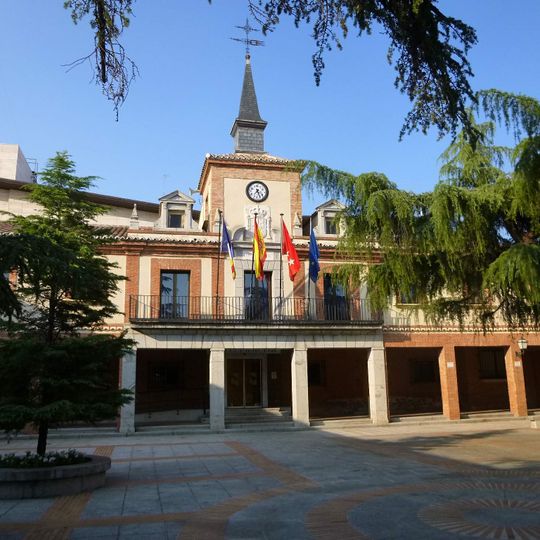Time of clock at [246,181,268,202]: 7:25
